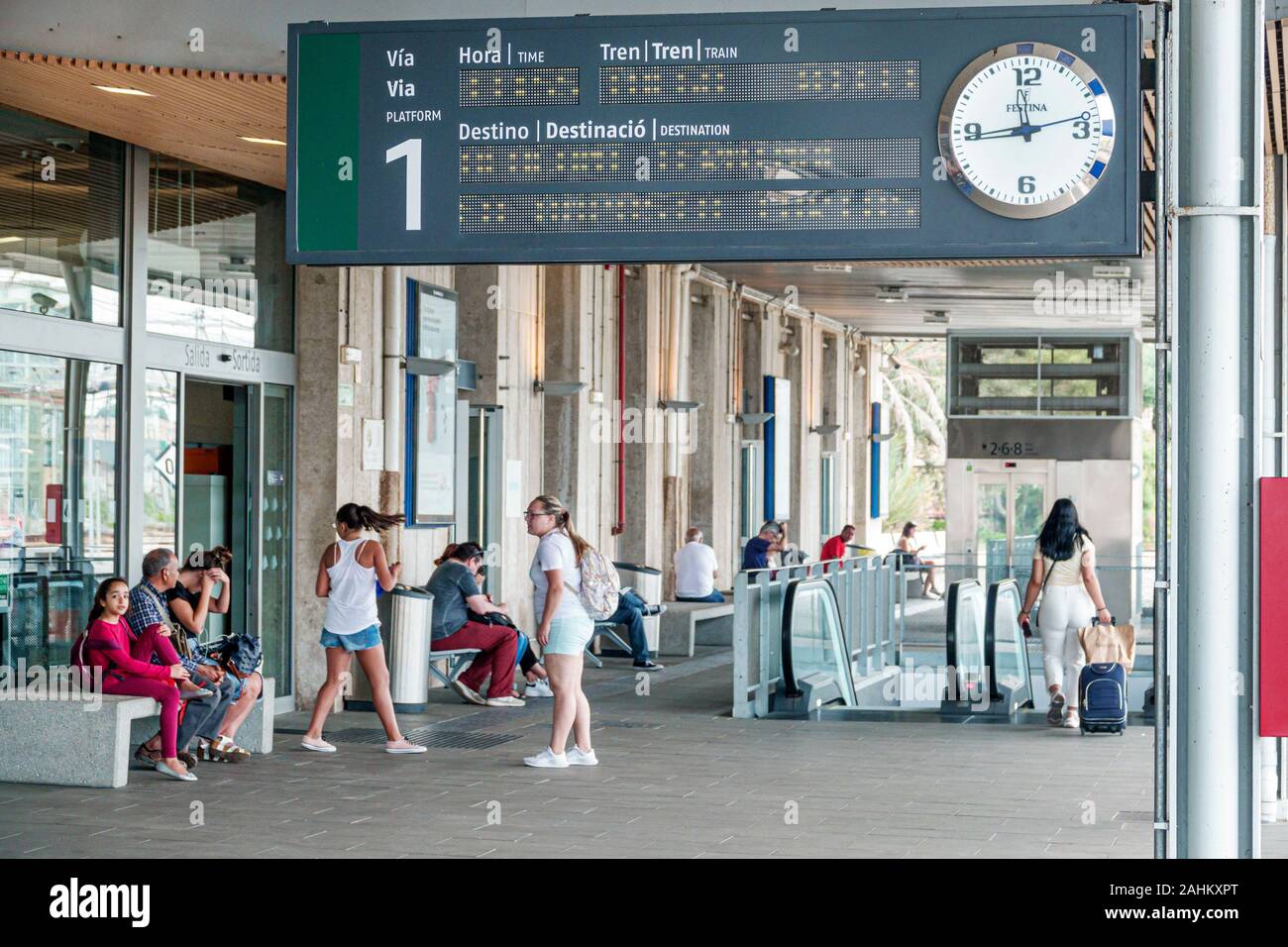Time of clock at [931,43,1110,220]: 11:43
